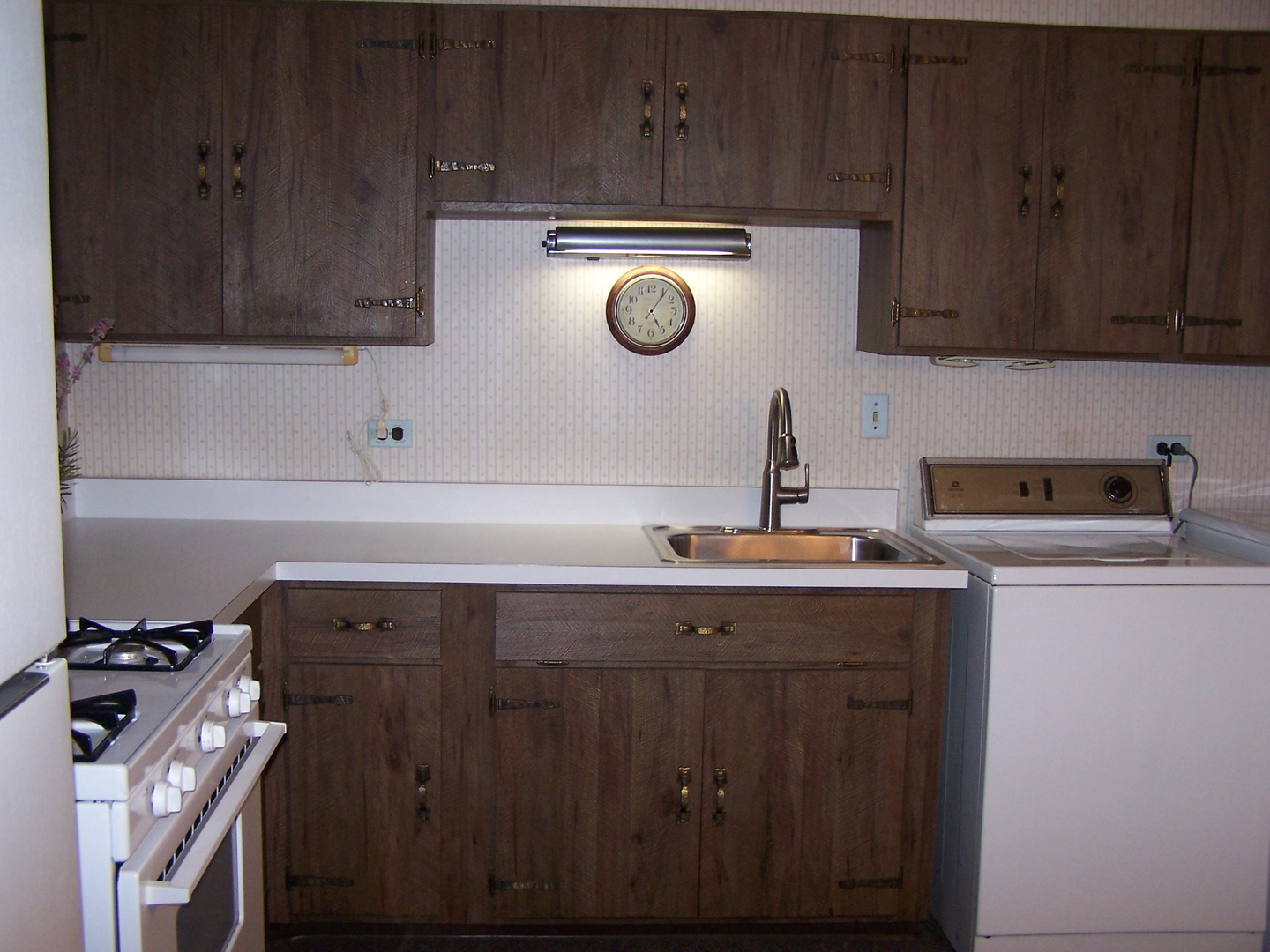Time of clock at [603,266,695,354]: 5:06
